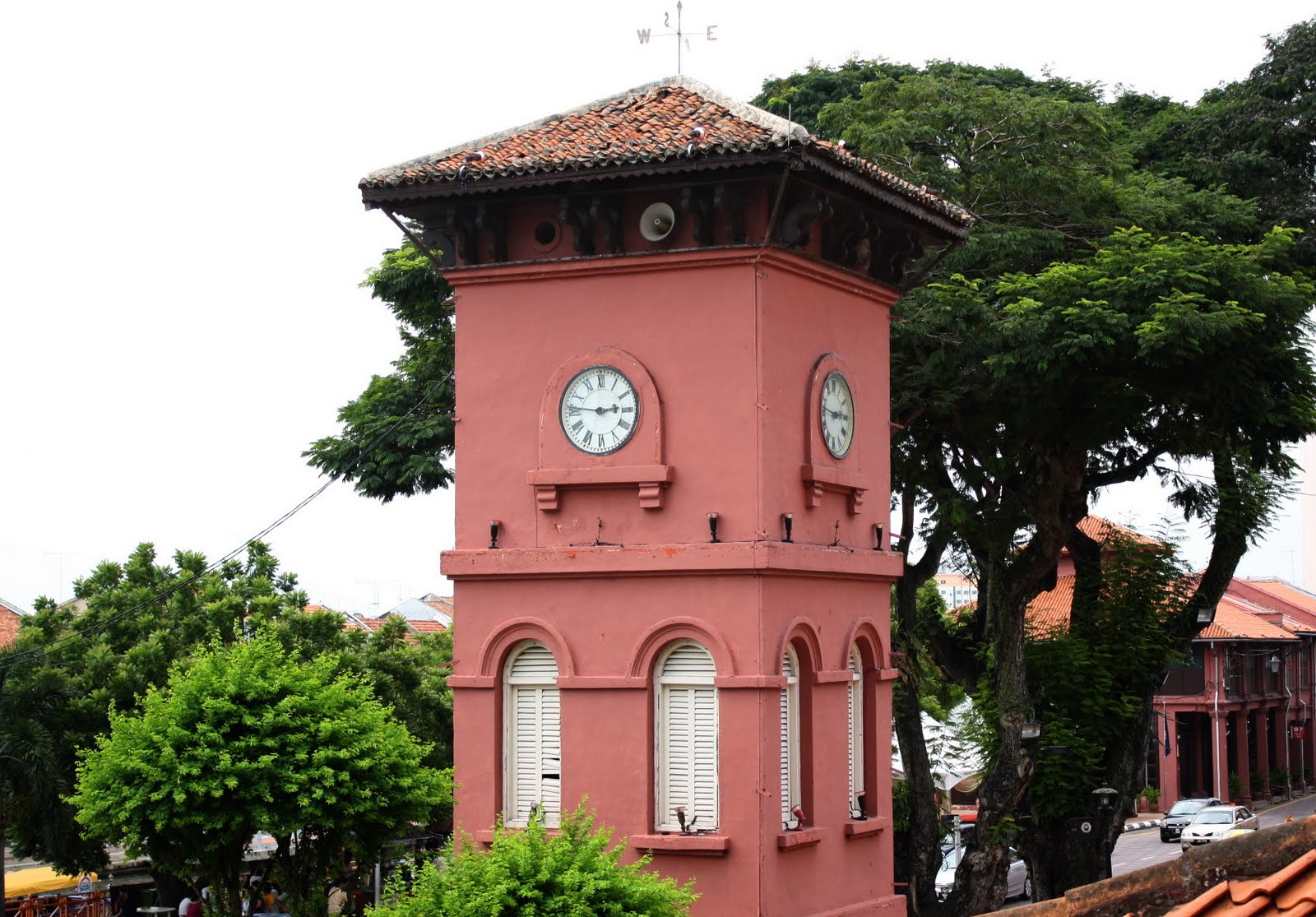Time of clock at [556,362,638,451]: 2:46
